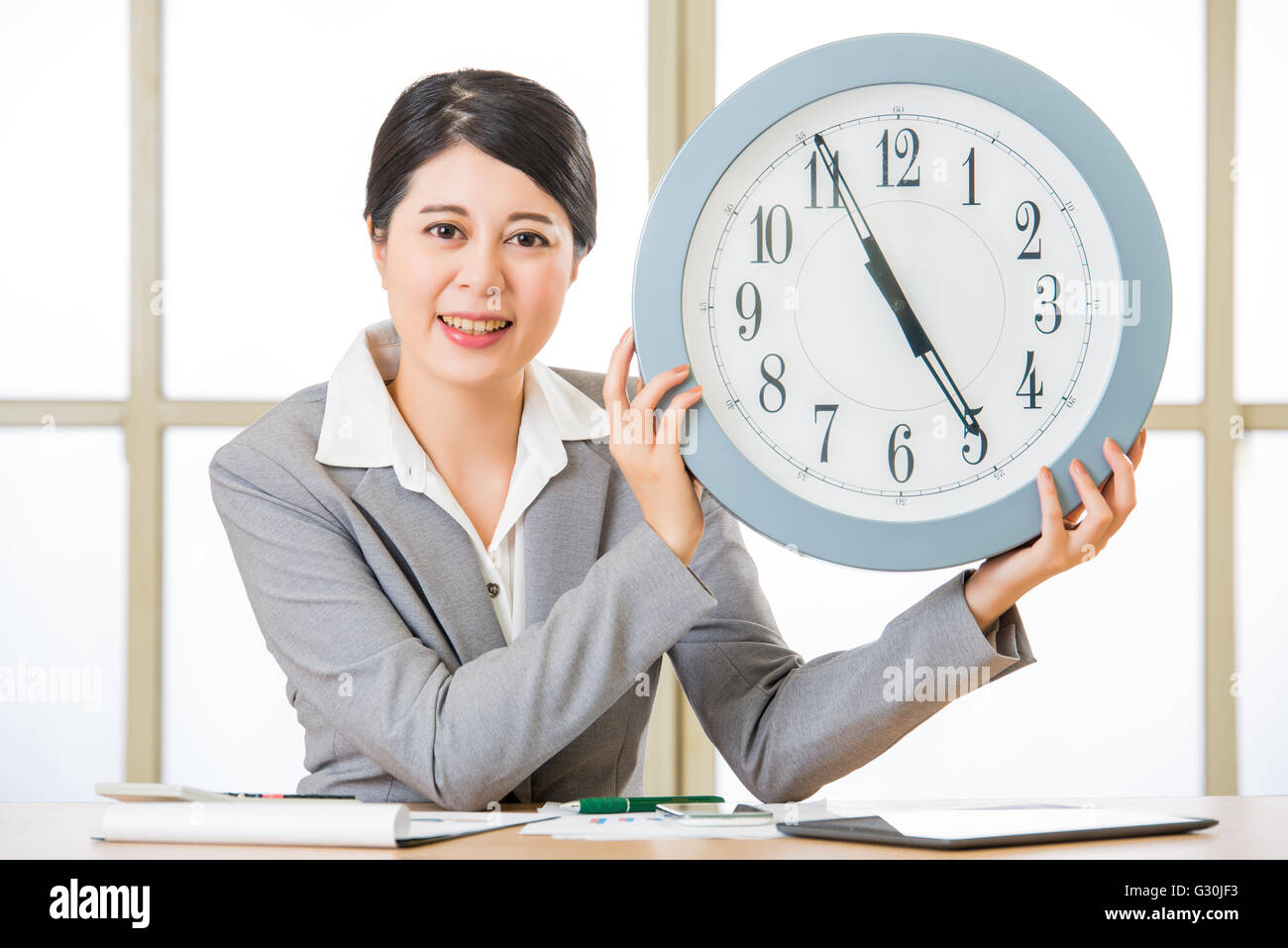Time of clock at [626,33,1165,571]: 4:55
